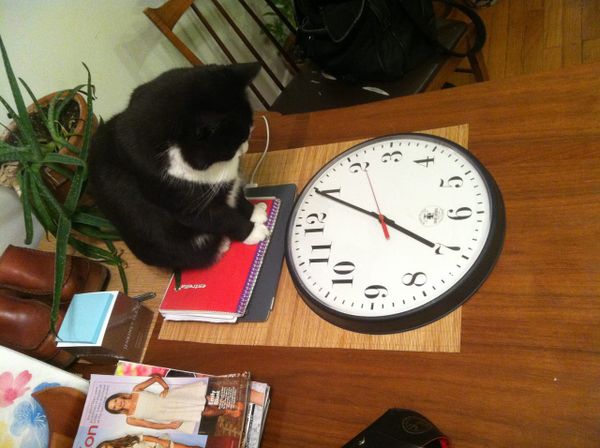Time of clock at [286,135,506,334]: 3:49
